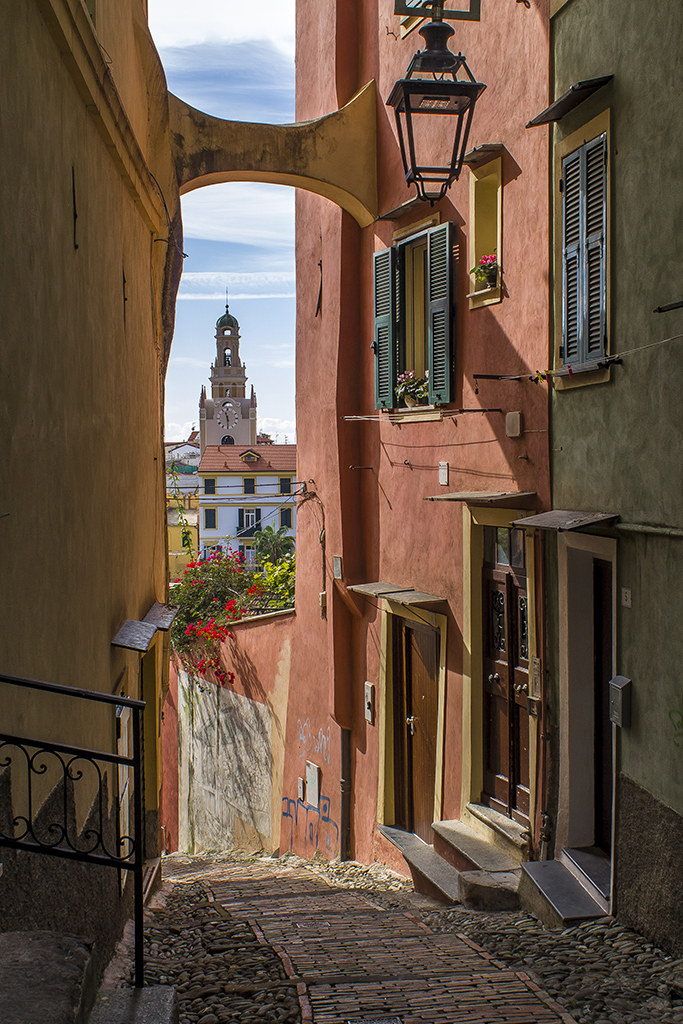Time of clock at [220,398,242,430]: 11:29
